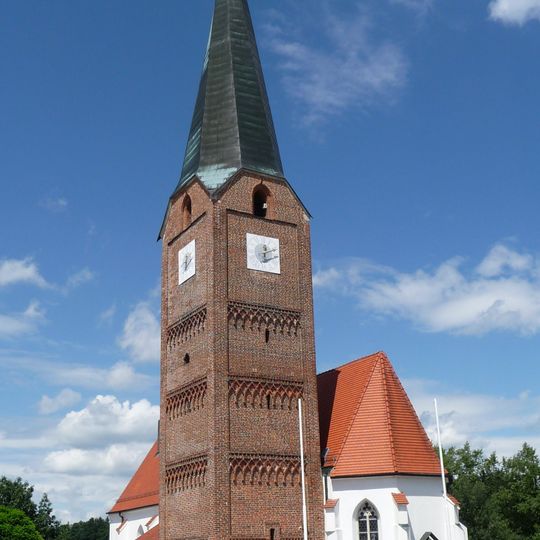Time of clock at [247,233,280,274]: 12:11
